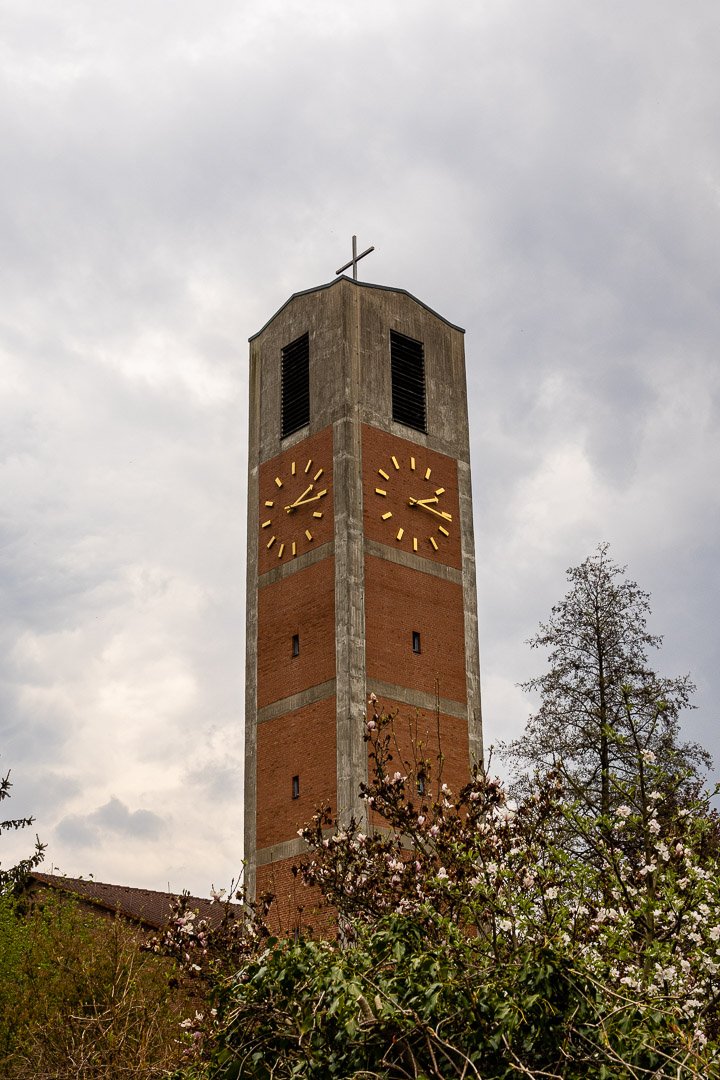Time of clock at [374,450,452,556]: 2:16
